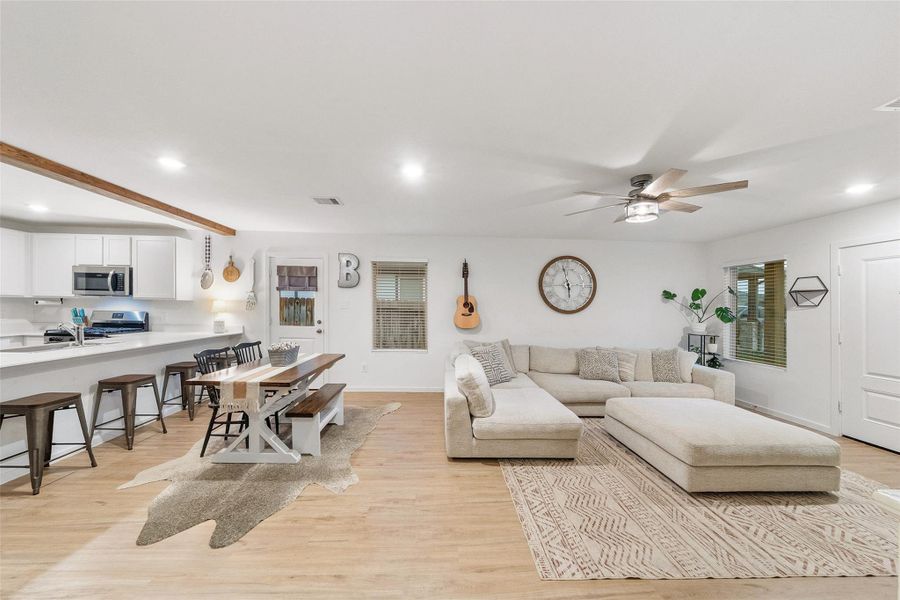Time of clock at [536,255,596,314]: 5:57
